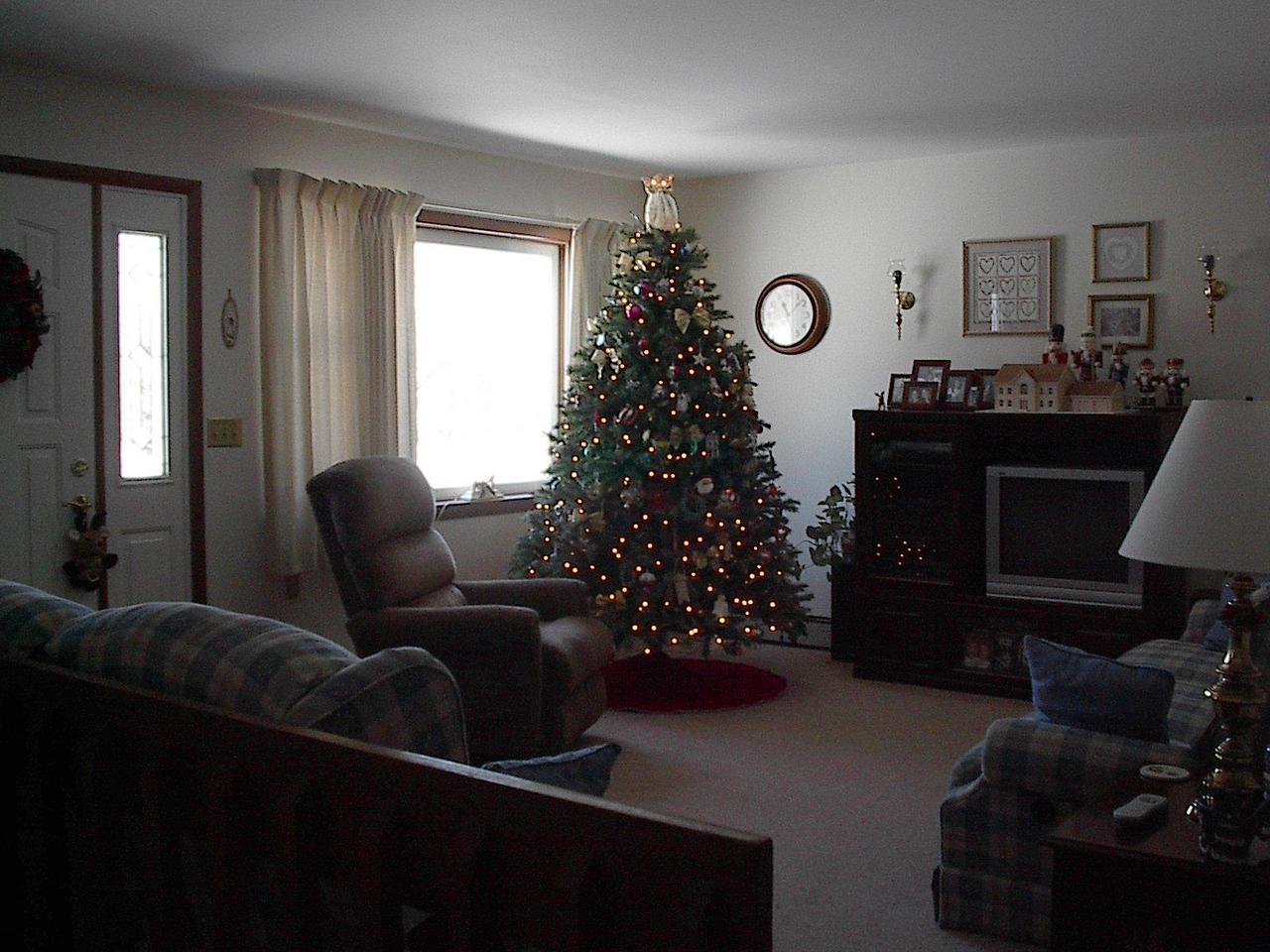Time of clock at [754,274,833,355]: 11:08
